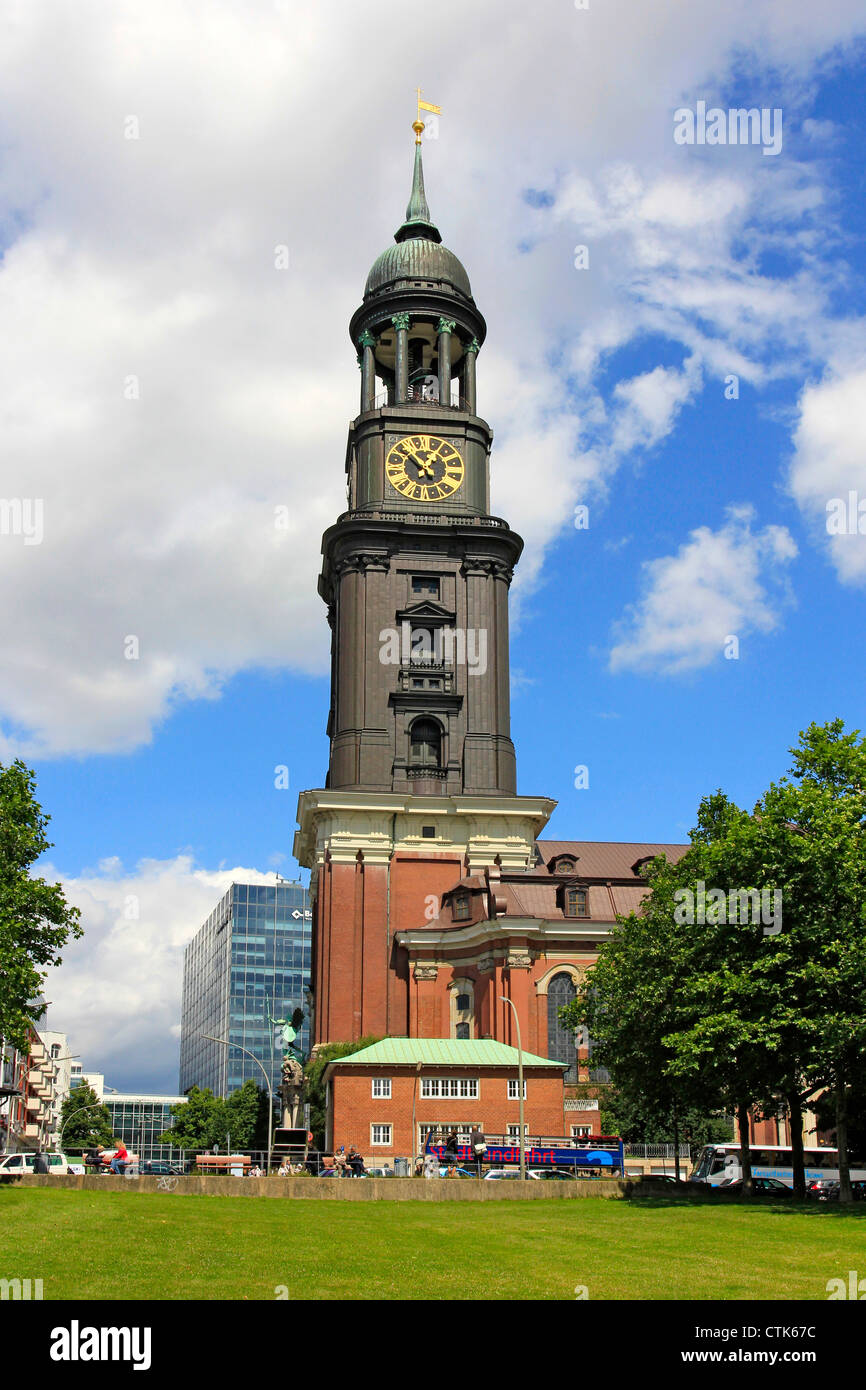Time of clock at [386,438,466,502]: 12:52
